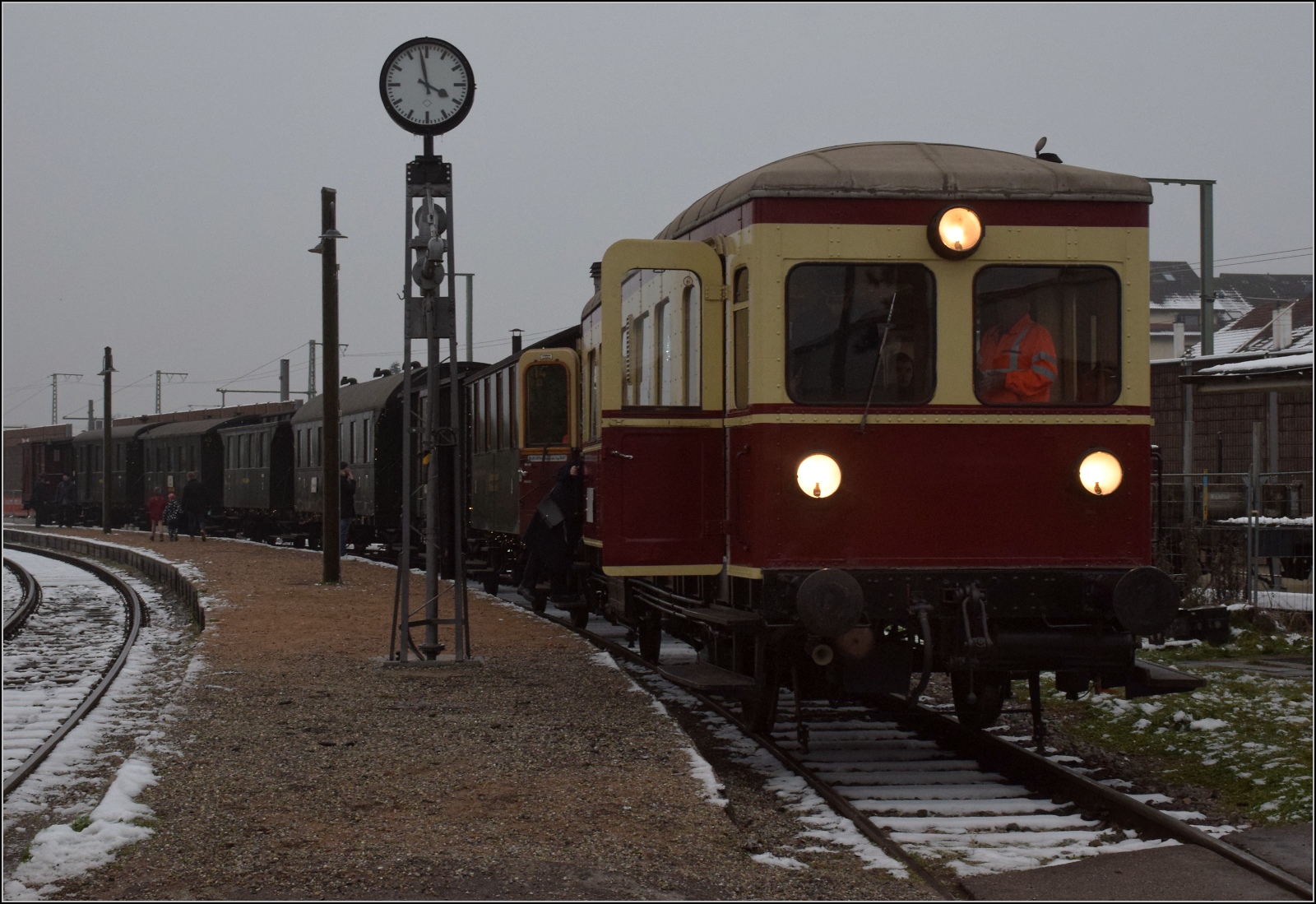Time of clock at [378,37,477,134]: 3:58
